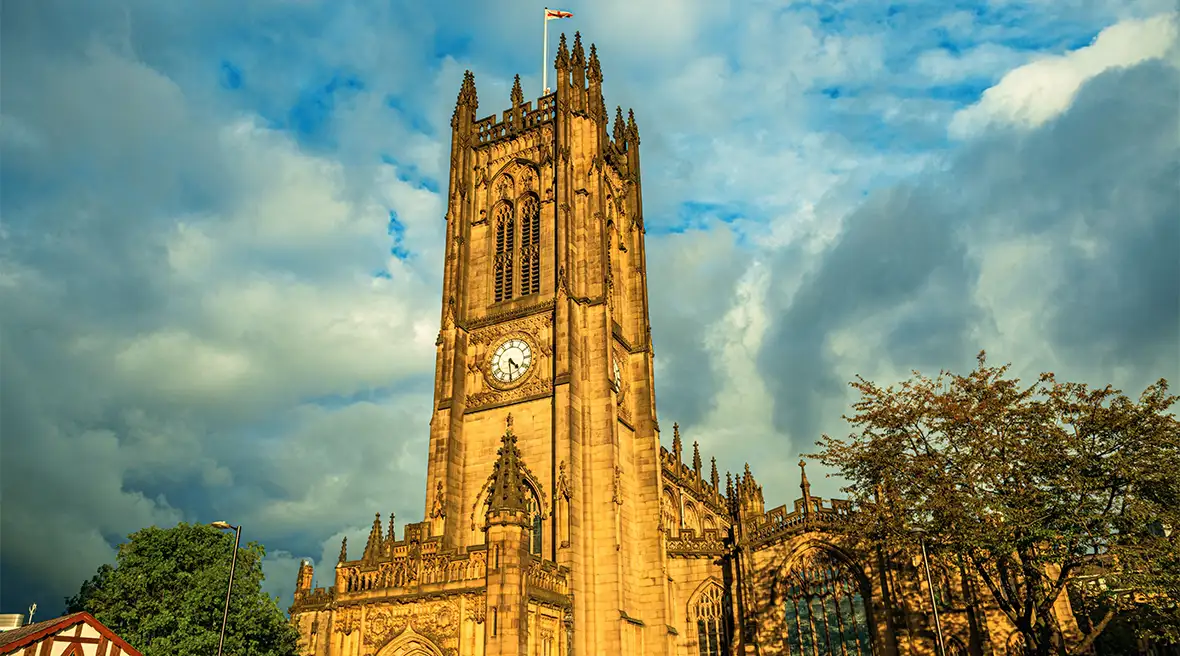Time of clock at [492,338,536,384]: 4:29
